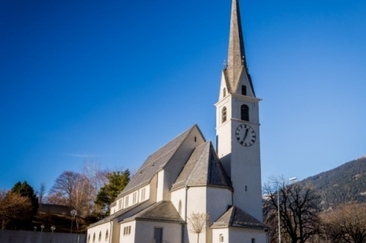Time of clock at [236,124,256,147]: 12:34
